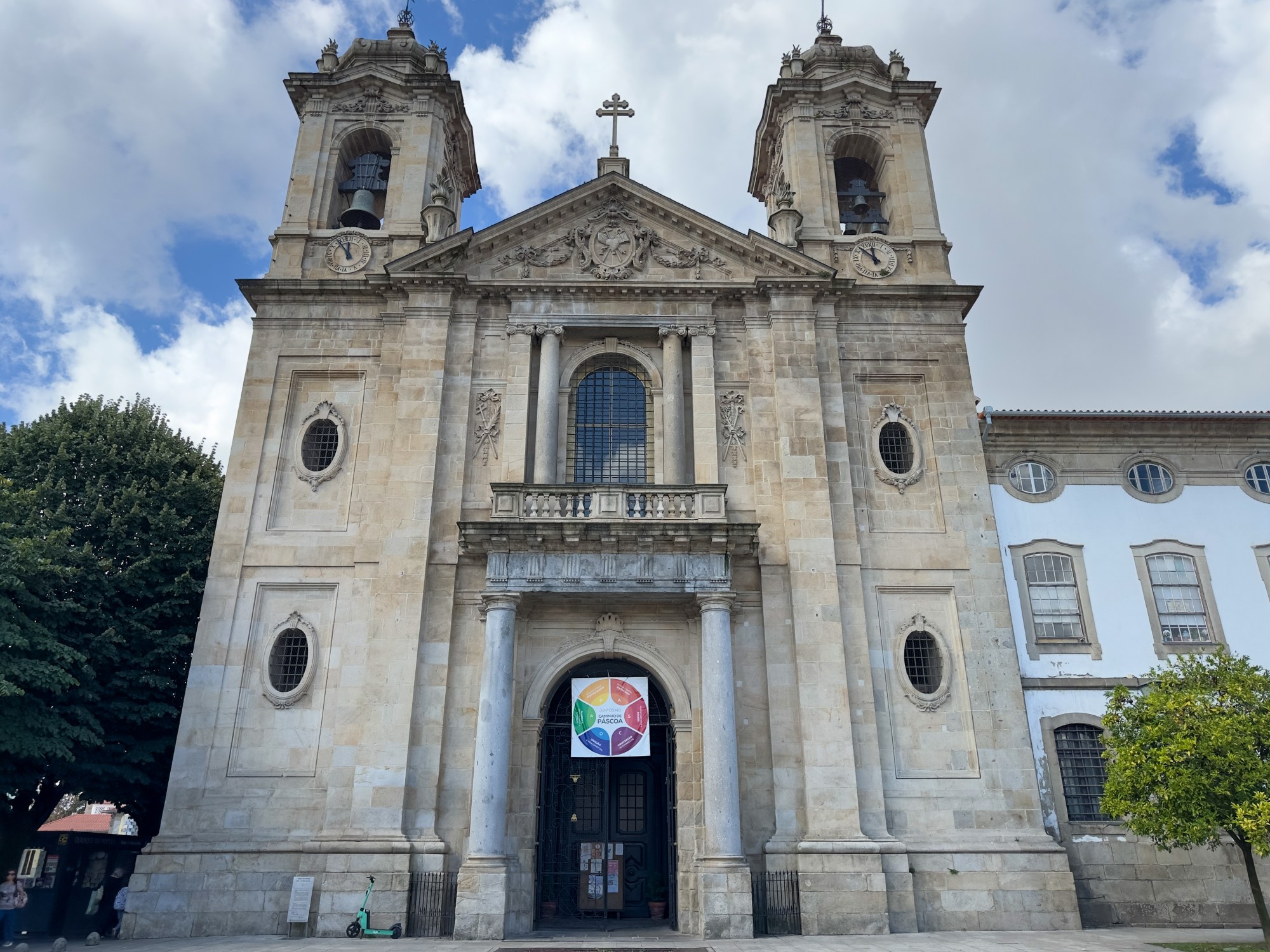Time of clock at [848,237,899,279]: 11:52
